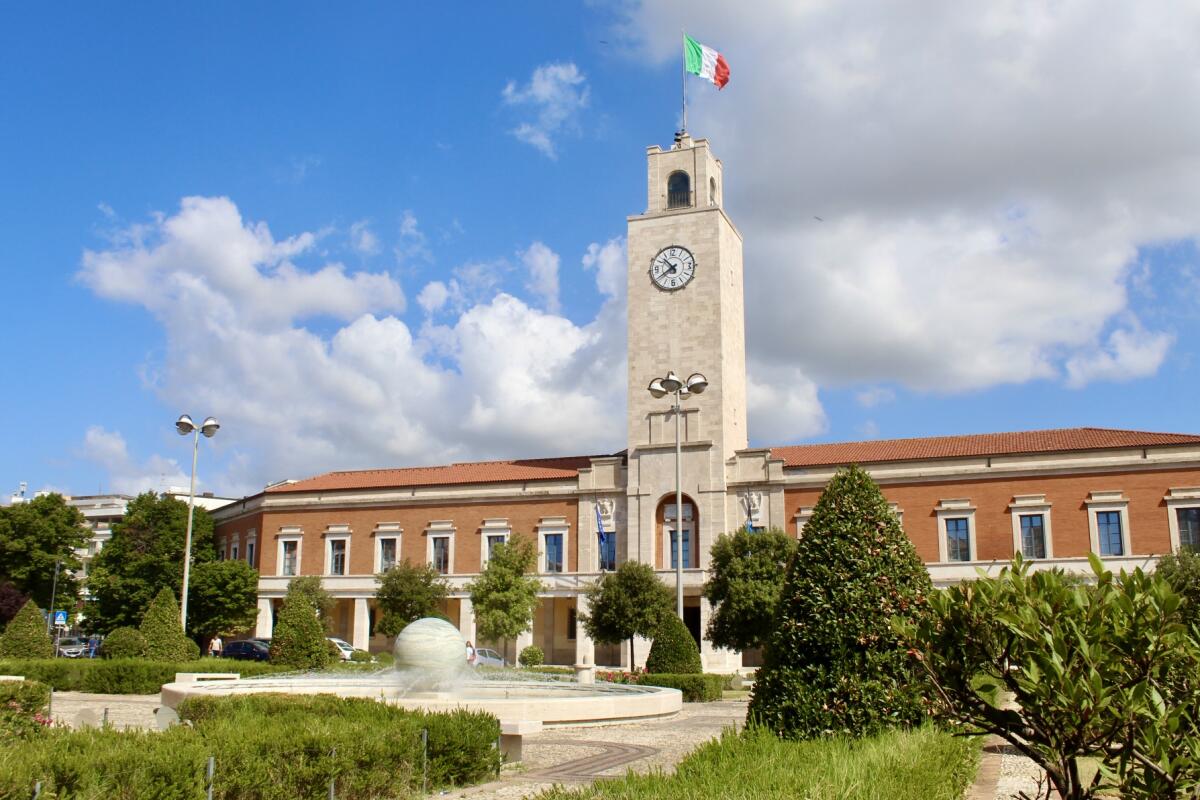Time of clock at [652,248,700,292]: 10:39
